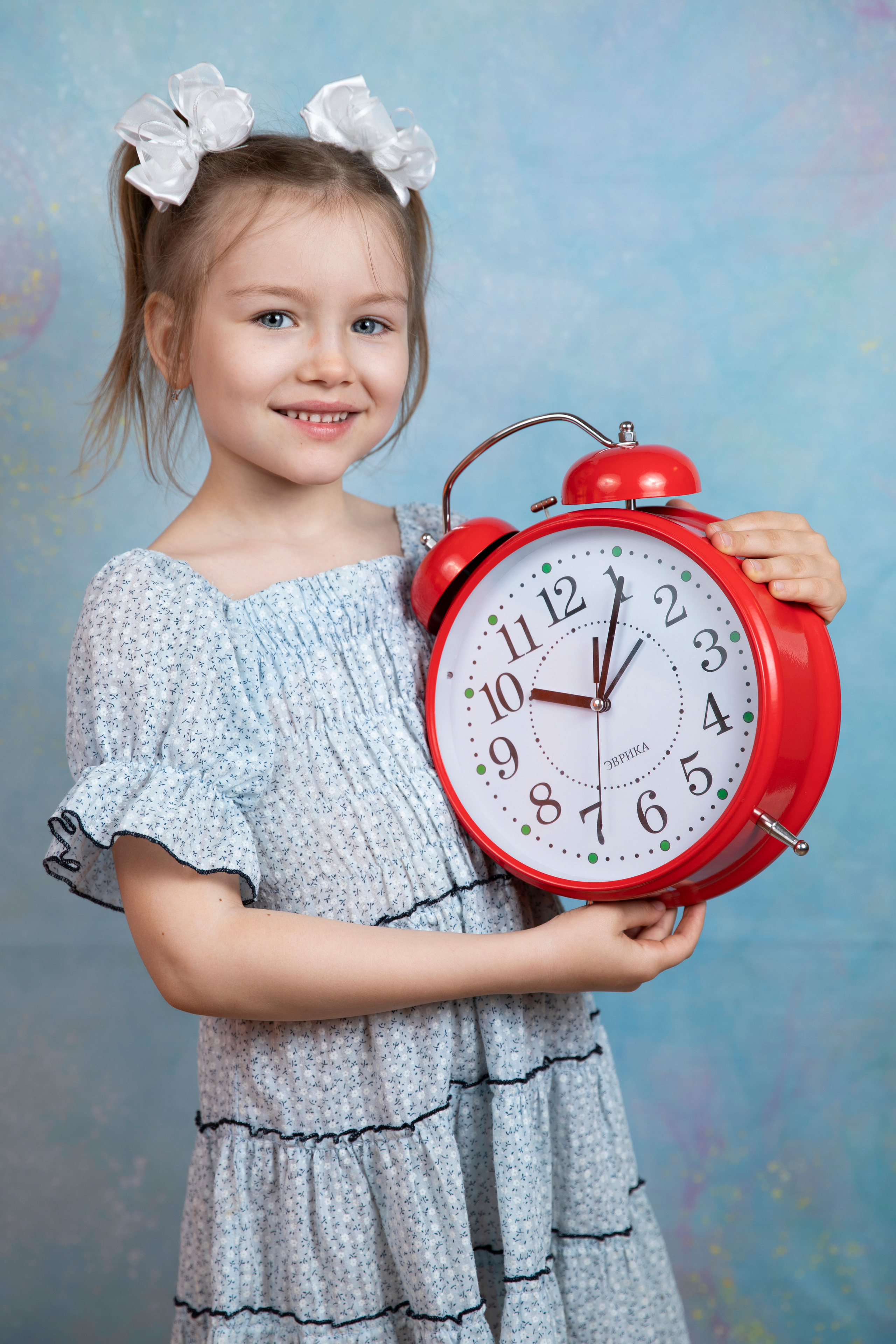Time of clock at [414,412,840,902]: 10:05
